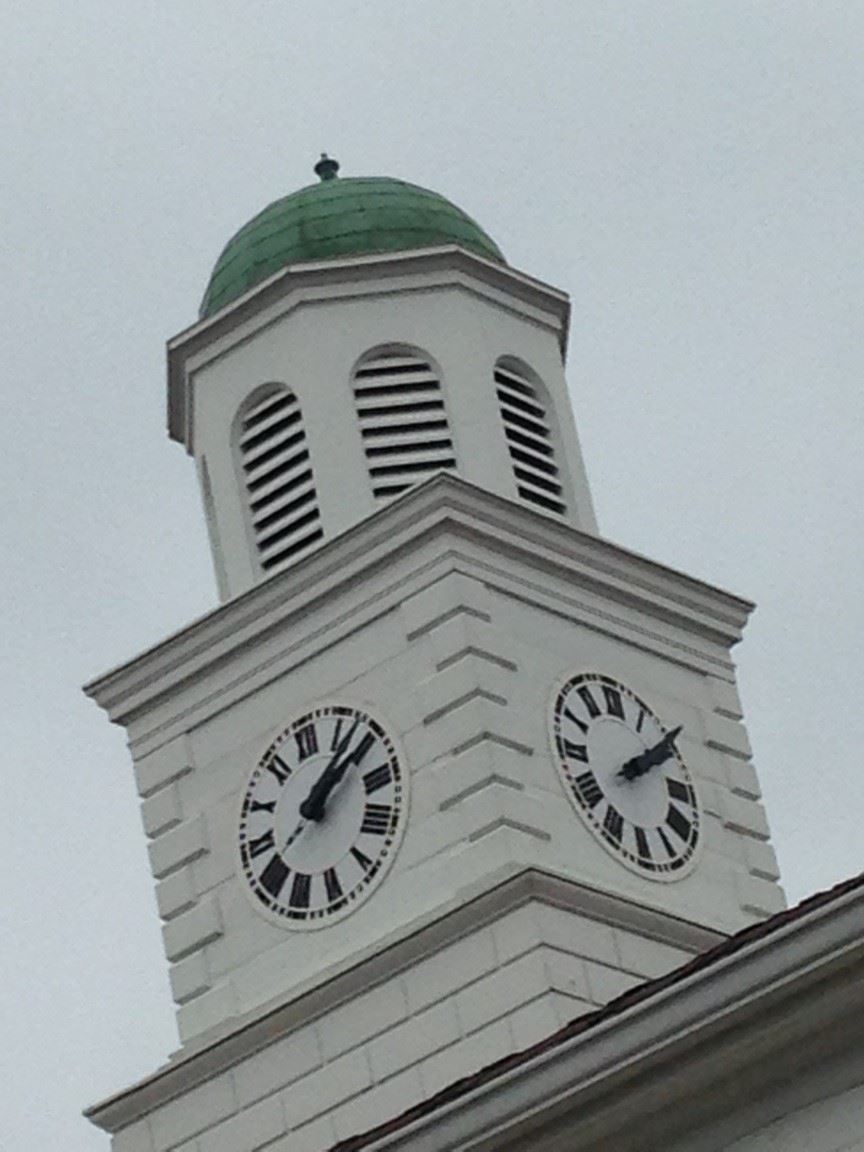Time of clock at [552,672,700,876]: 2:09
